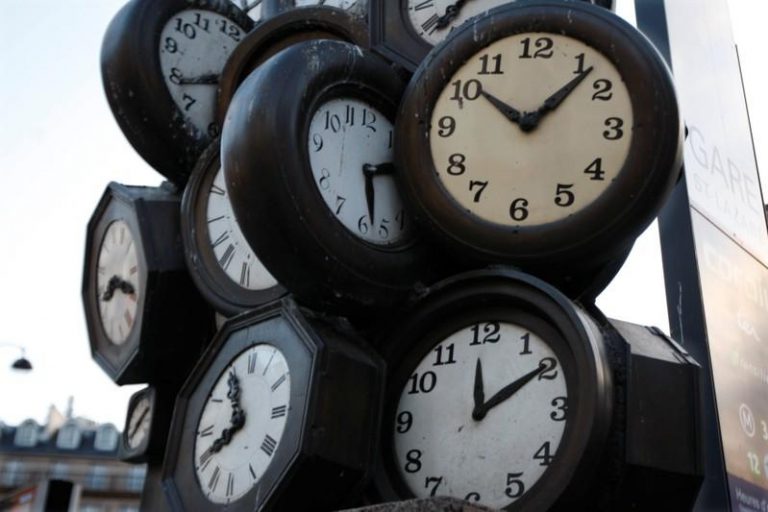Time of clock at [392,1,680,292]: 10:07
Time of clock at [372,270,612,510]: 12:09
